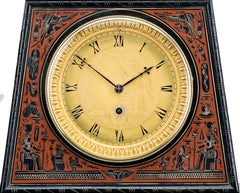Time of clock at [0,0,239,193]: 1:51
